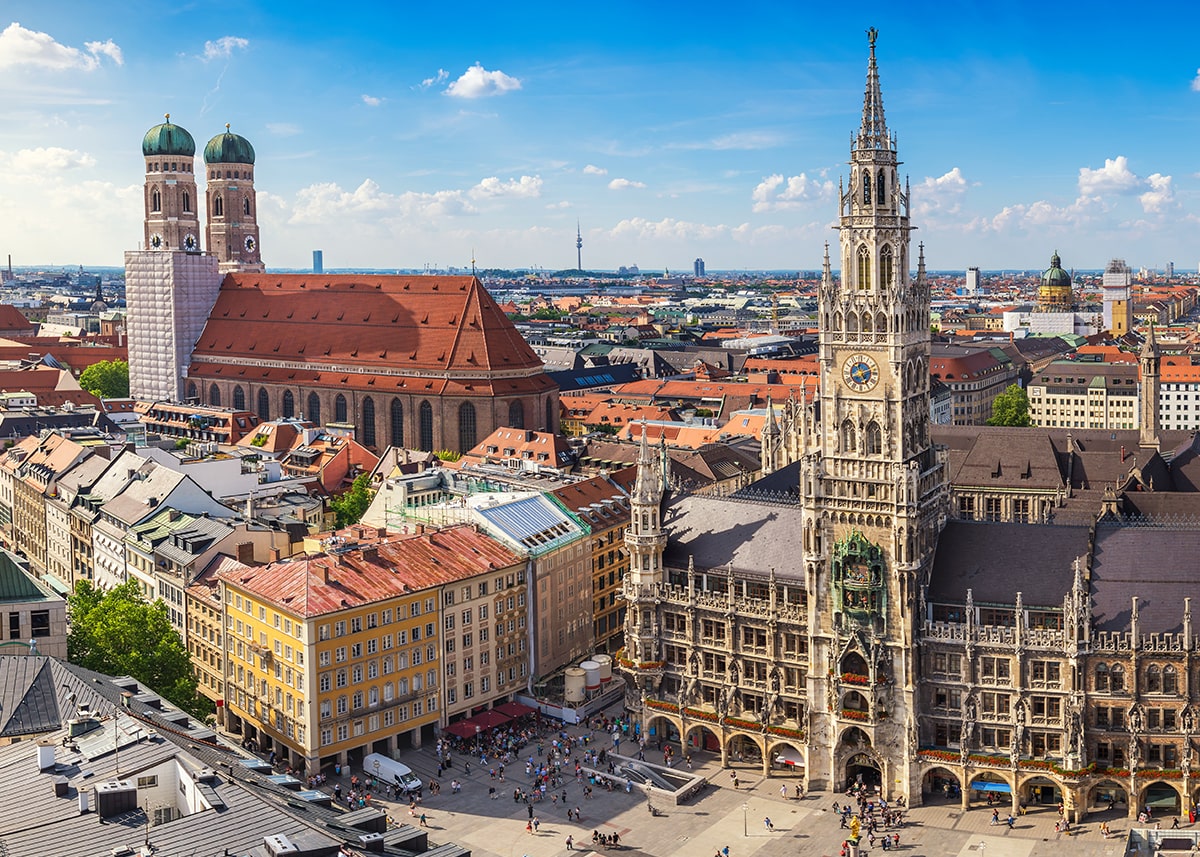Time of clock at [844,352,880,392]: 2:24
